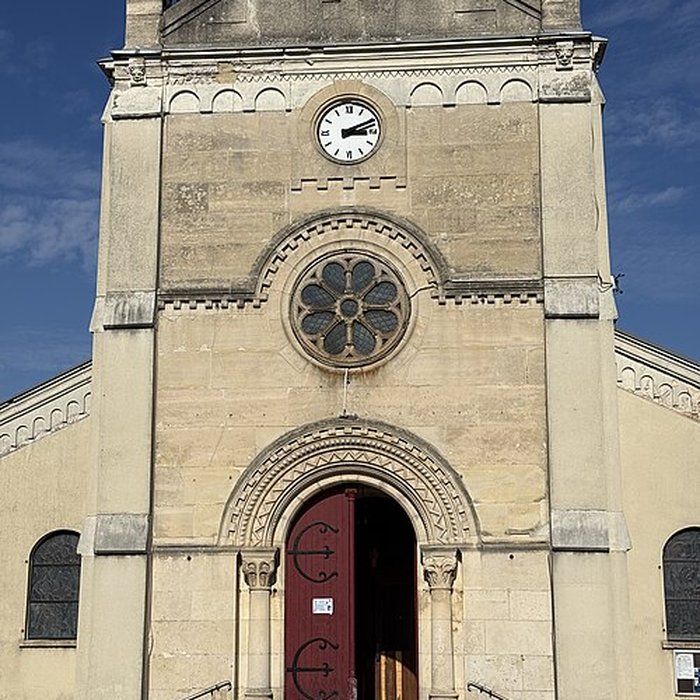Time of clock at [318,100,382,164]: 3:11
